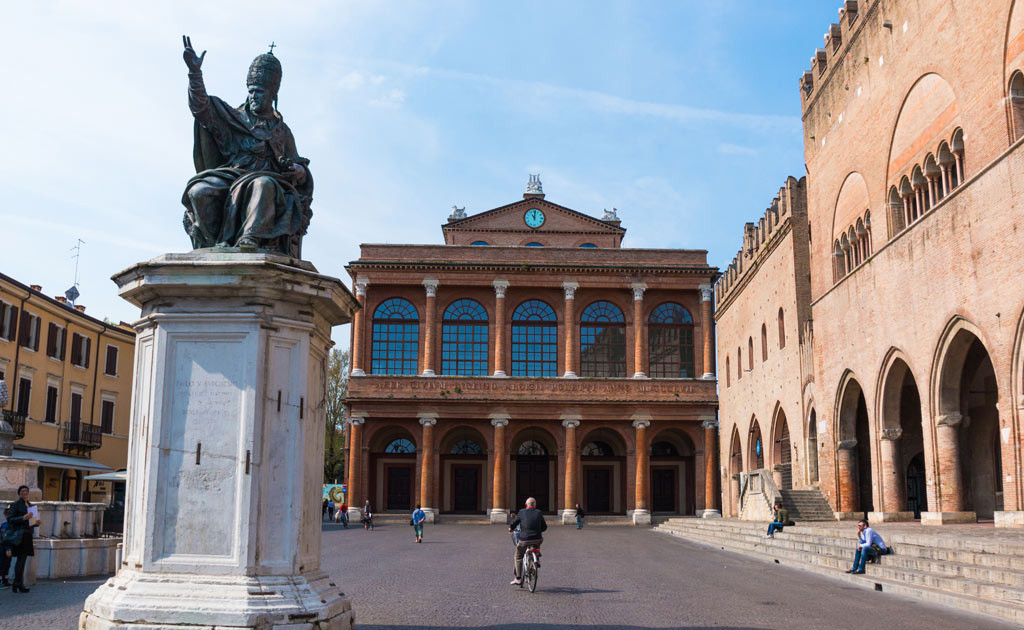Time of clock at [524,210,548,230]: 11:01
